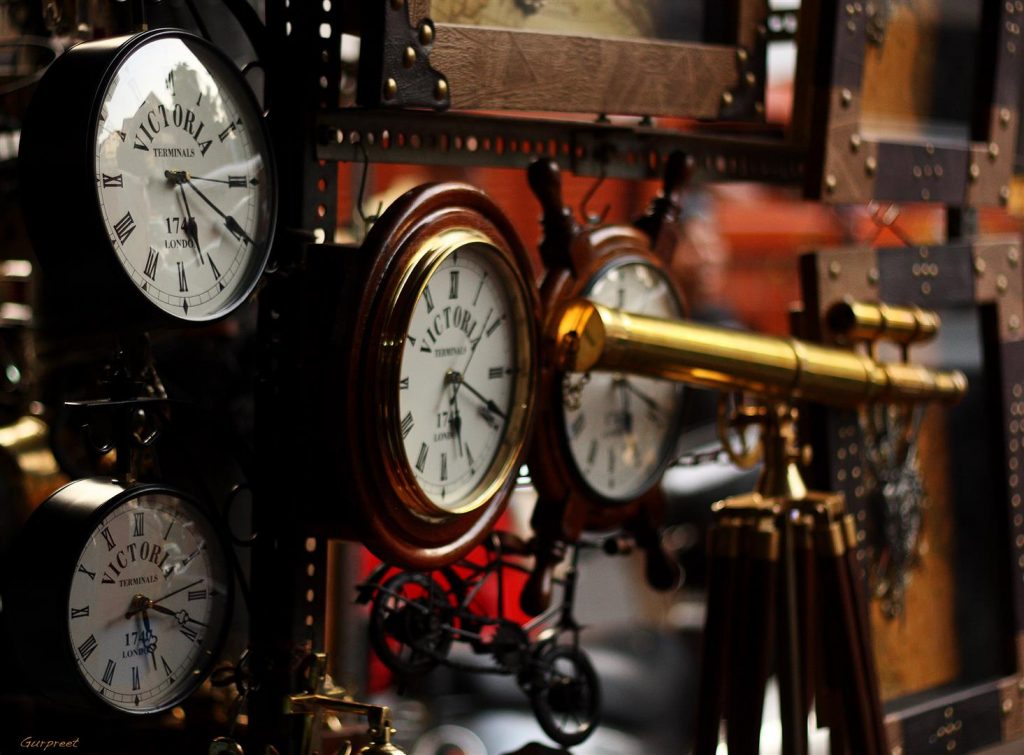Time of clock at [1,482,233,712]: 5:18
